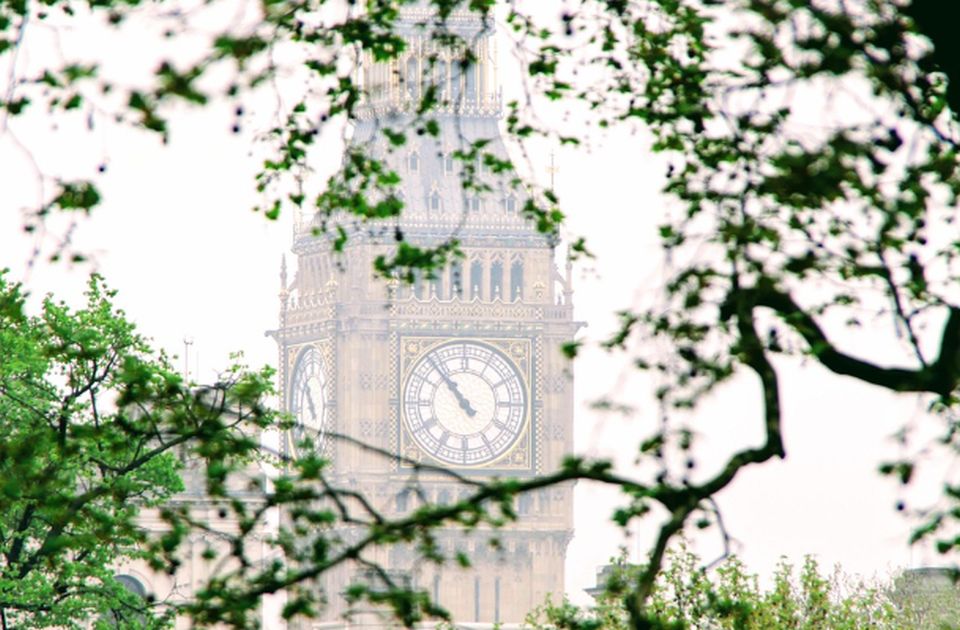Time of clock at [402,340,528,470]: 10:53
